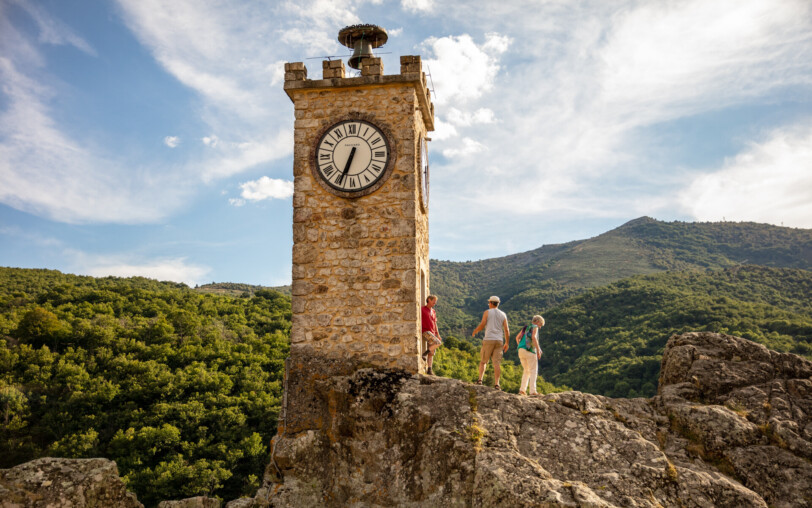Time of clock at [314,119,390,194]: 6:34
